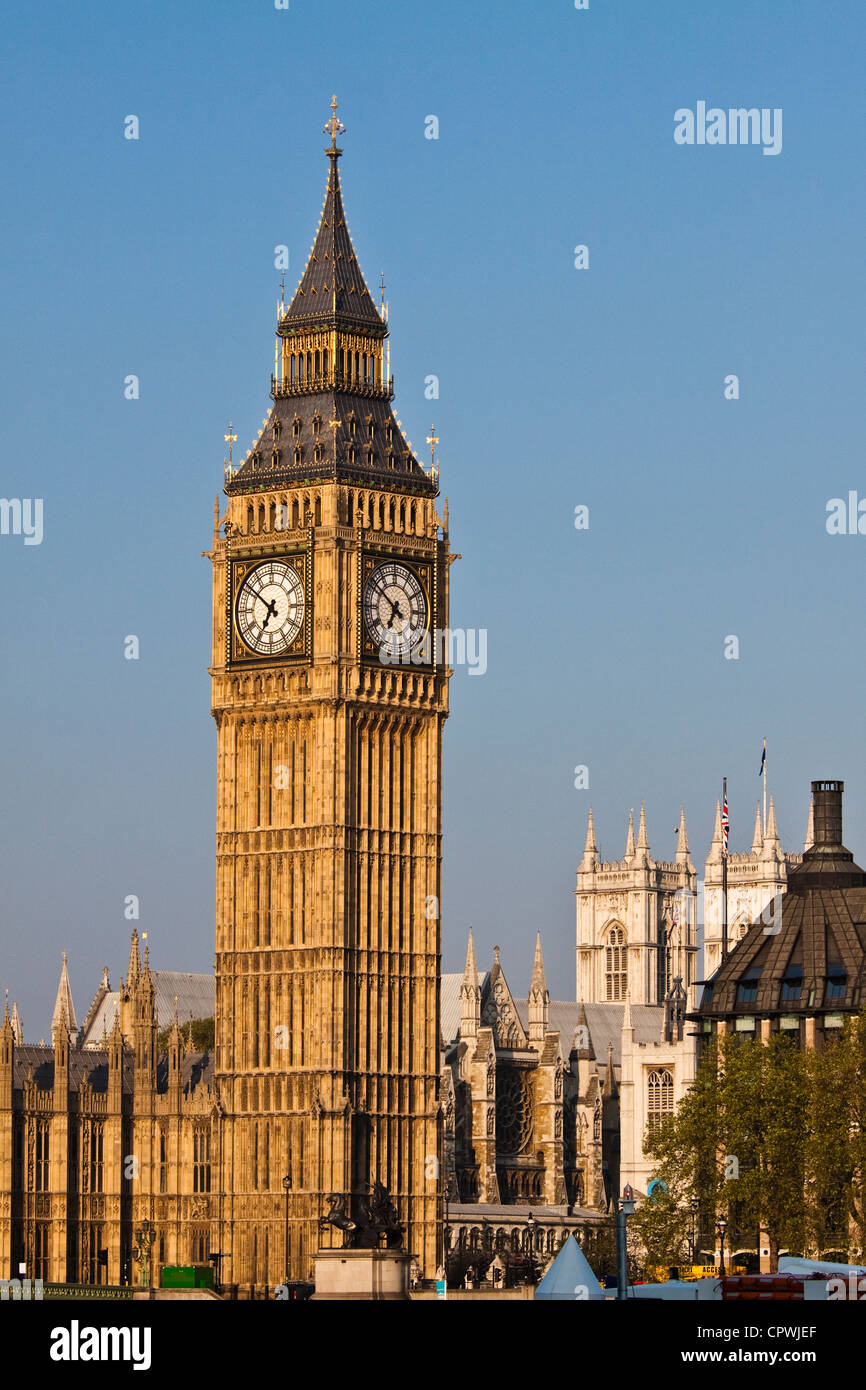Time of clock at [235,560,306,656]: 6:51
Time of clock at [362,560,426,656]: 6:51
